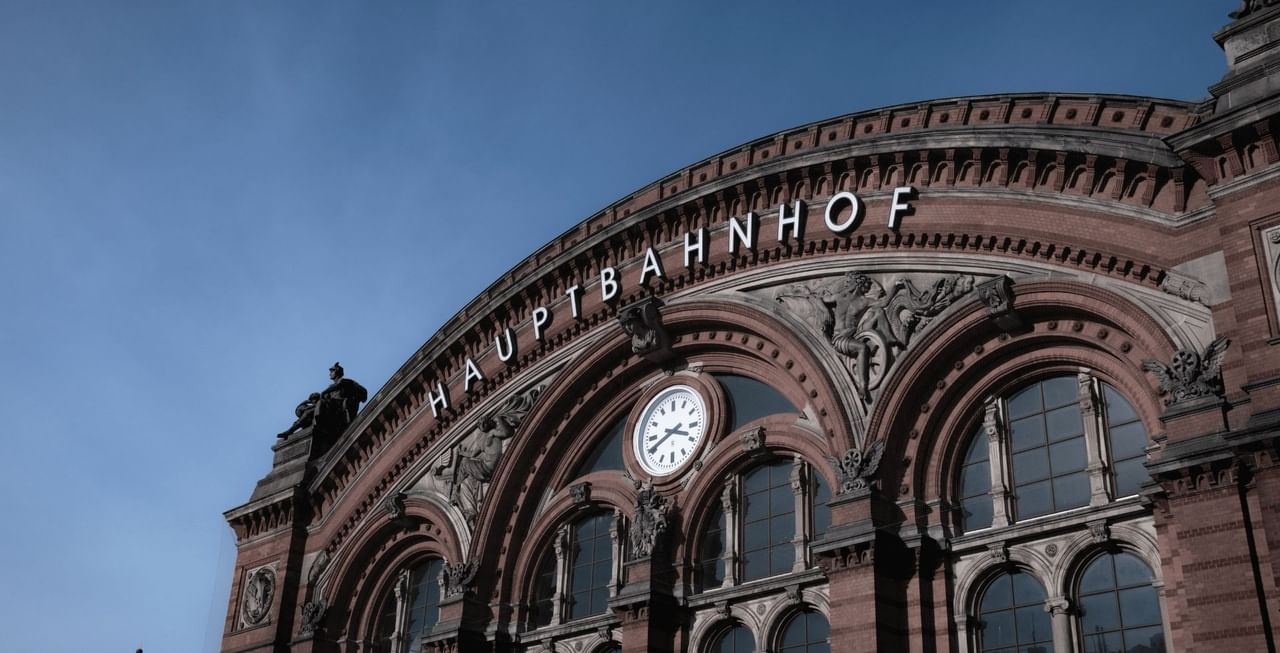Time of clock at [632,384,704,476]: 3:40
